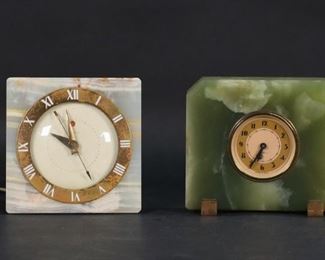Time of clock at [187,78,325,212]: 6:34
